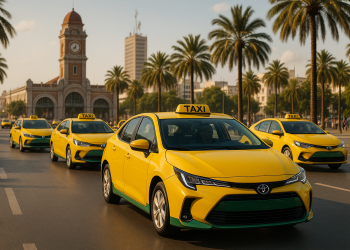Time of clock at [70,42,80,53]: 8:02
